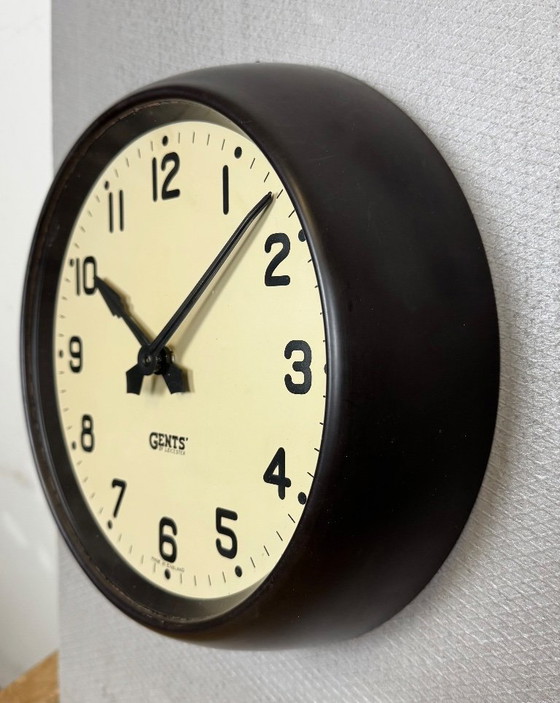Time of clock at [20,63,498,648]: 10:07
